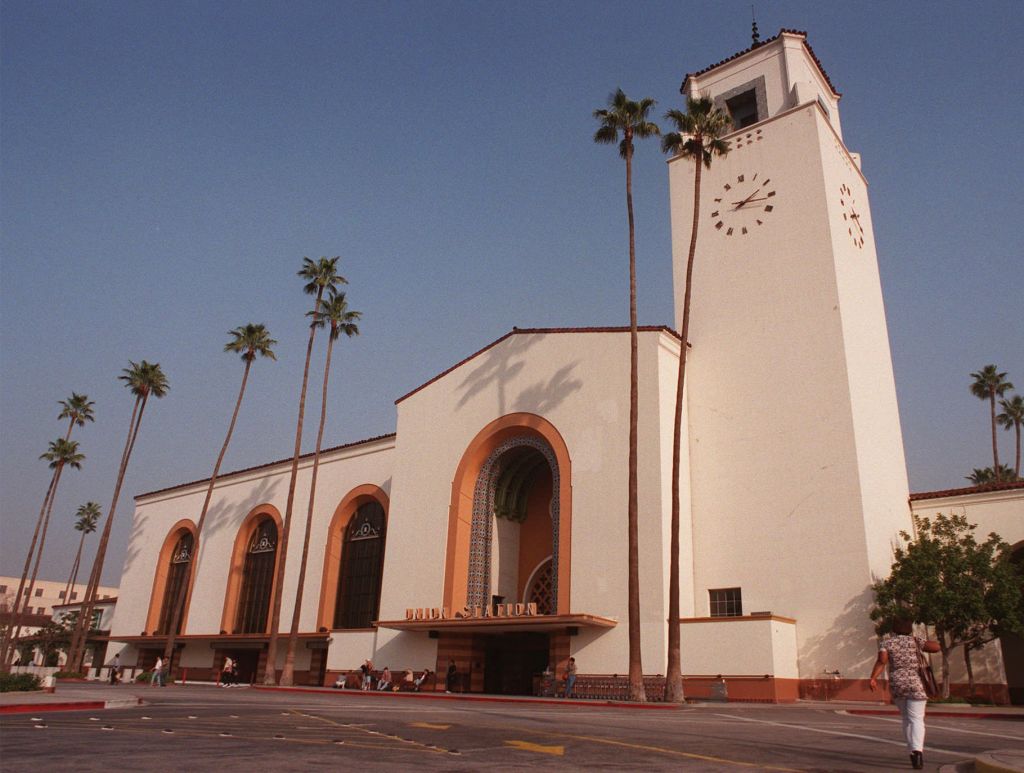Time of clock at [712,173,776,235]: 2:16
